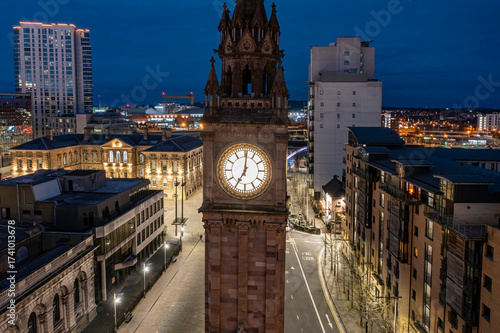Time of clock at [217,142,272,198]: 7:00
